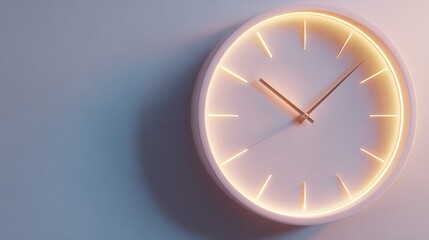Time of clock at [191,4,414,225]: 10:07
